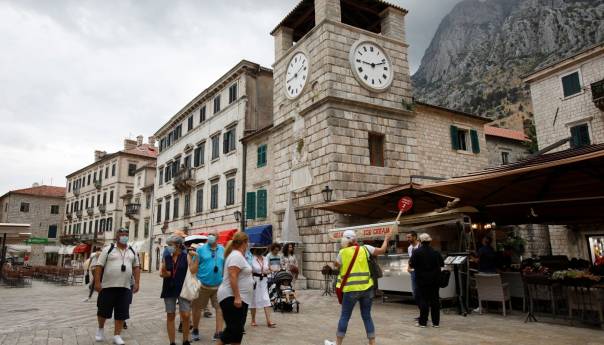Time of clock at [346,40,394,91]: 9:11
